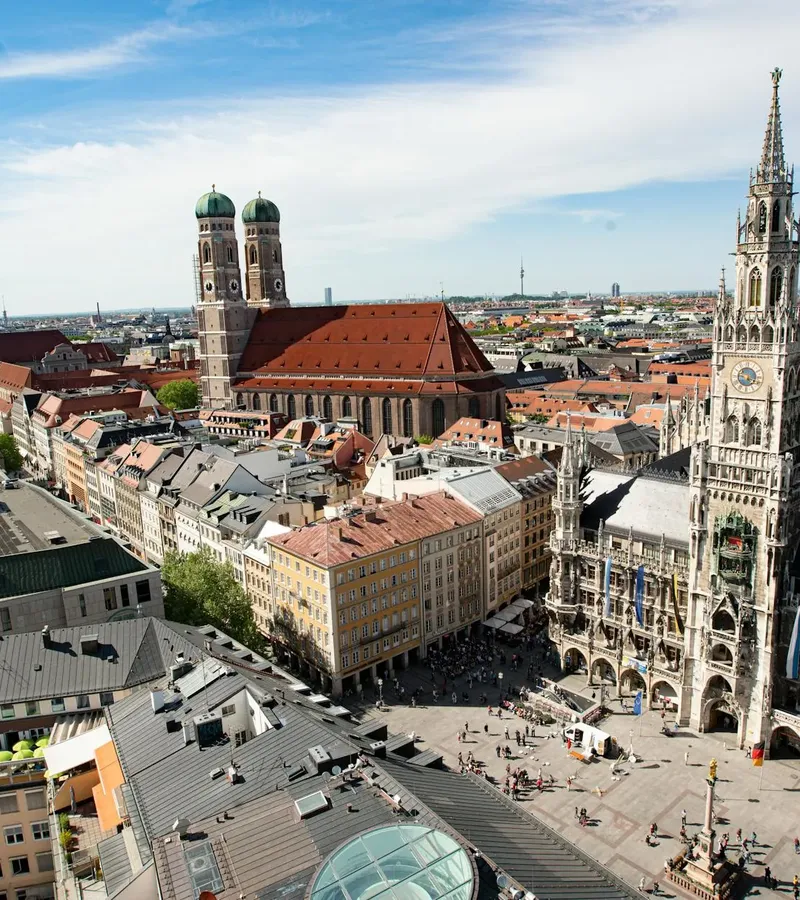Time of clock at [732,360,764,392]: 5:18
